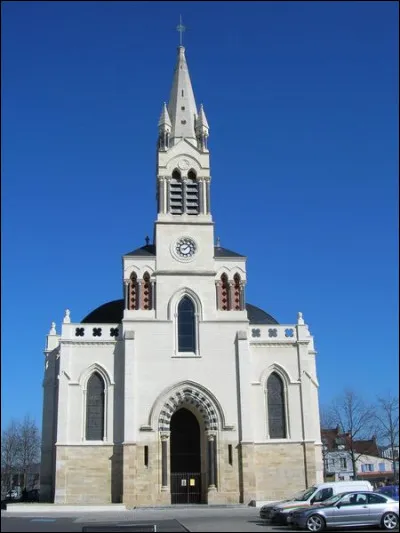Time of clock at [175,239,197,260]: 8:07
